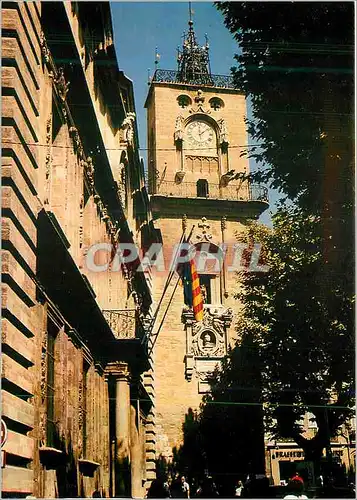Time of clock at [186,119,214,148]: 12:08
